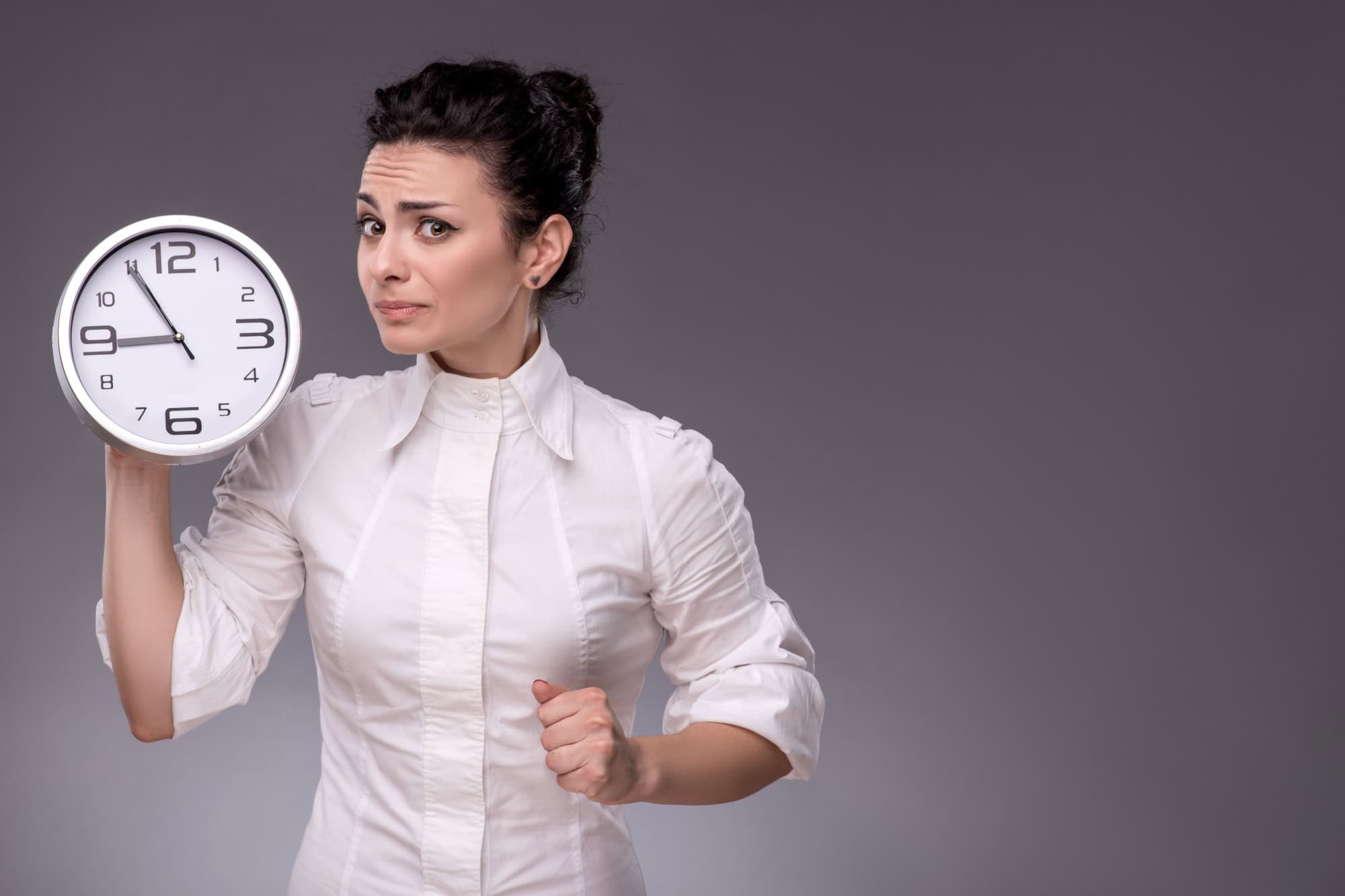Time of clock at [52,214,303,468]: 8:54
